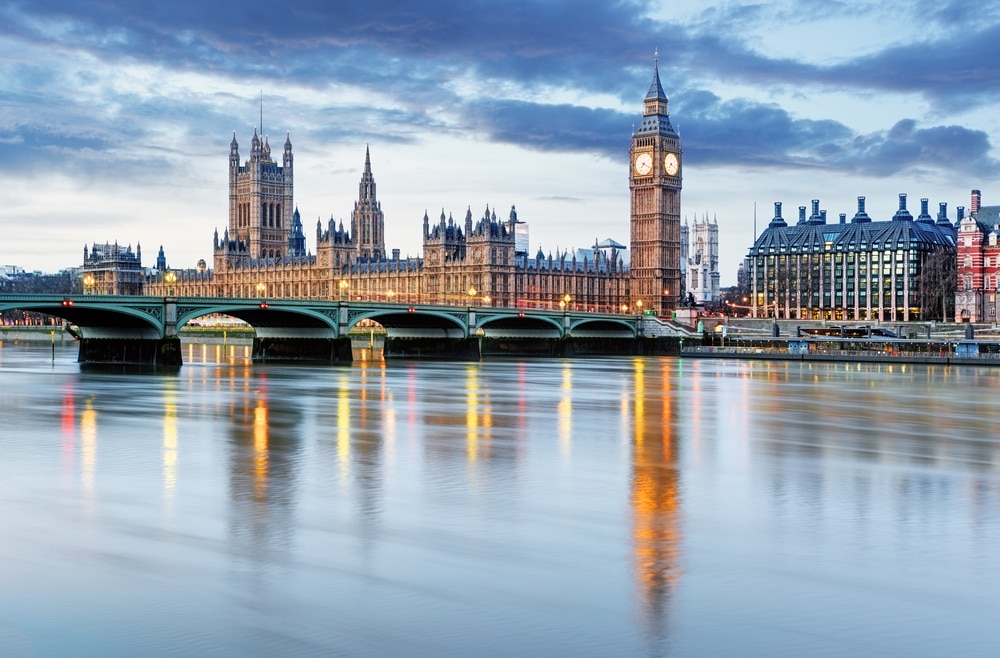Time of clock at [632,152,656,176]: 7:19
